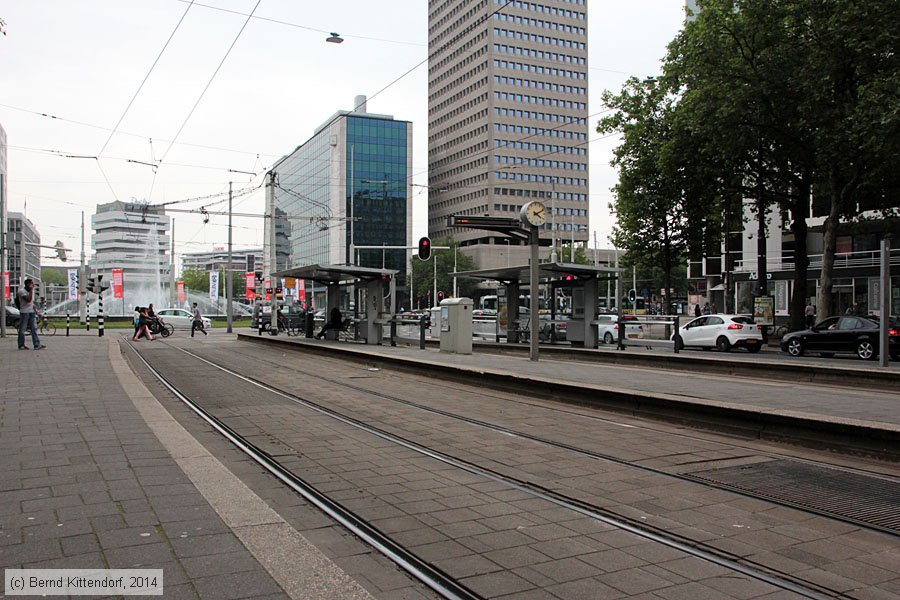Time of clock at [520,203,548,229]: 4:10
